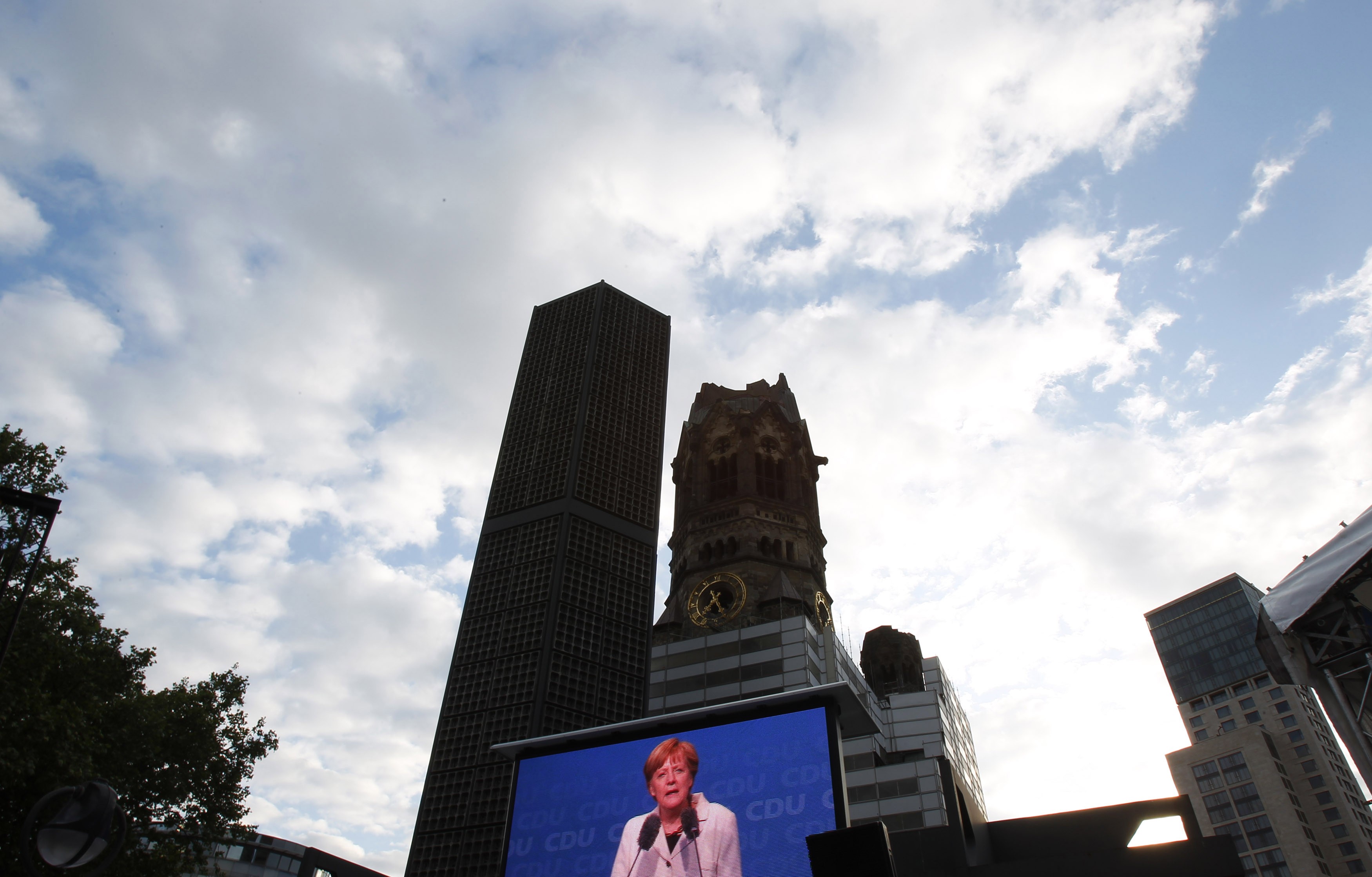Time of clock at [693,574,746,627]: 7:25
